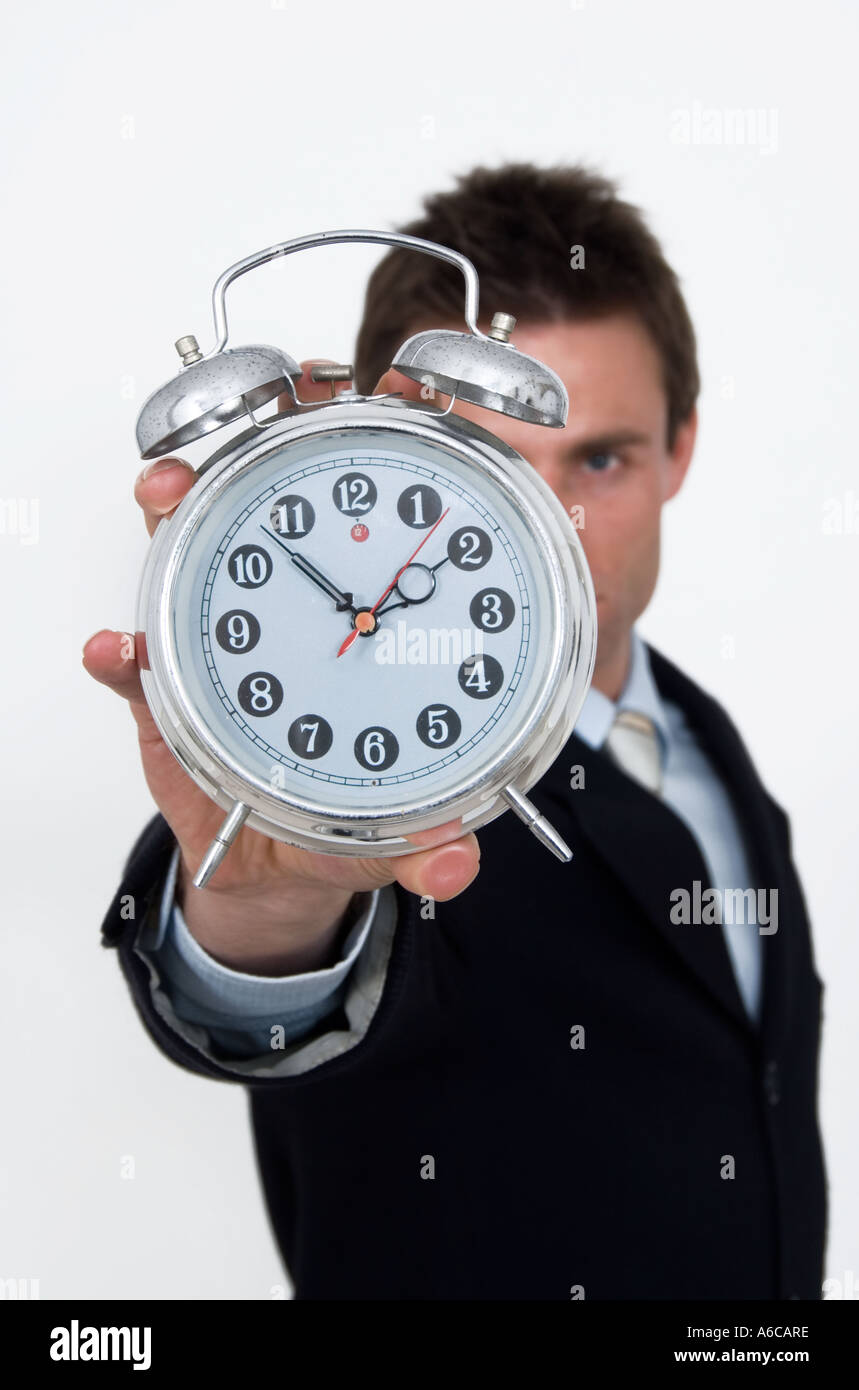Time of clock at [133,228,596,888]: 1:52
